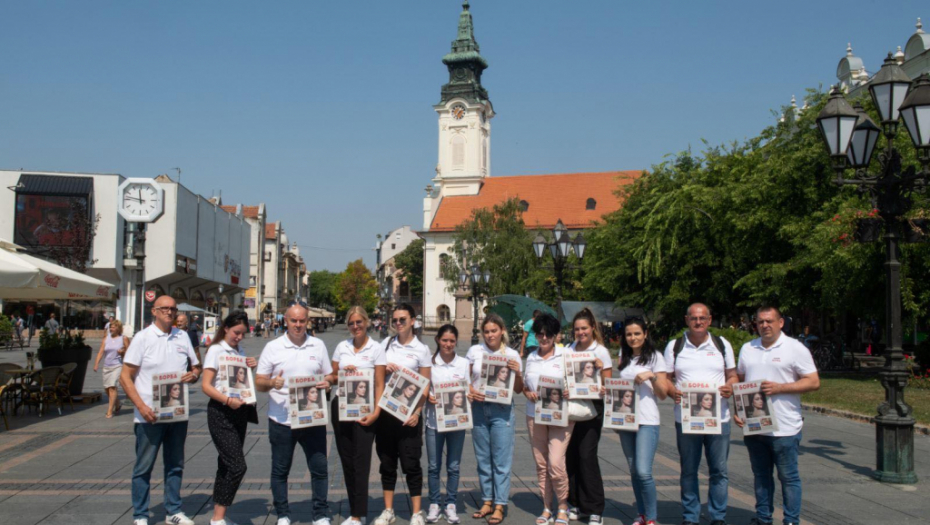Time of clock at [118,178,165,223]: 11:46
